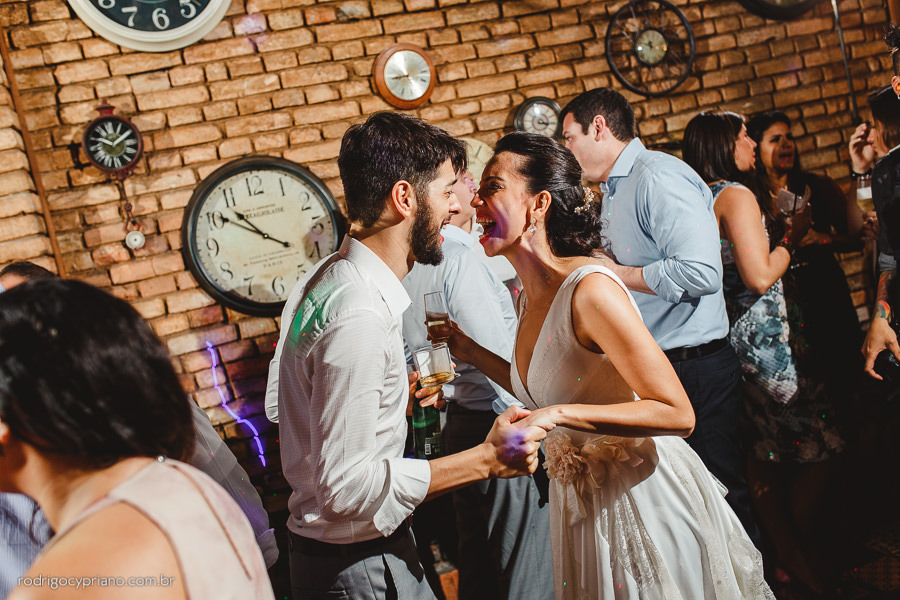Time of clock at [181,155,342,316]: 10:50
